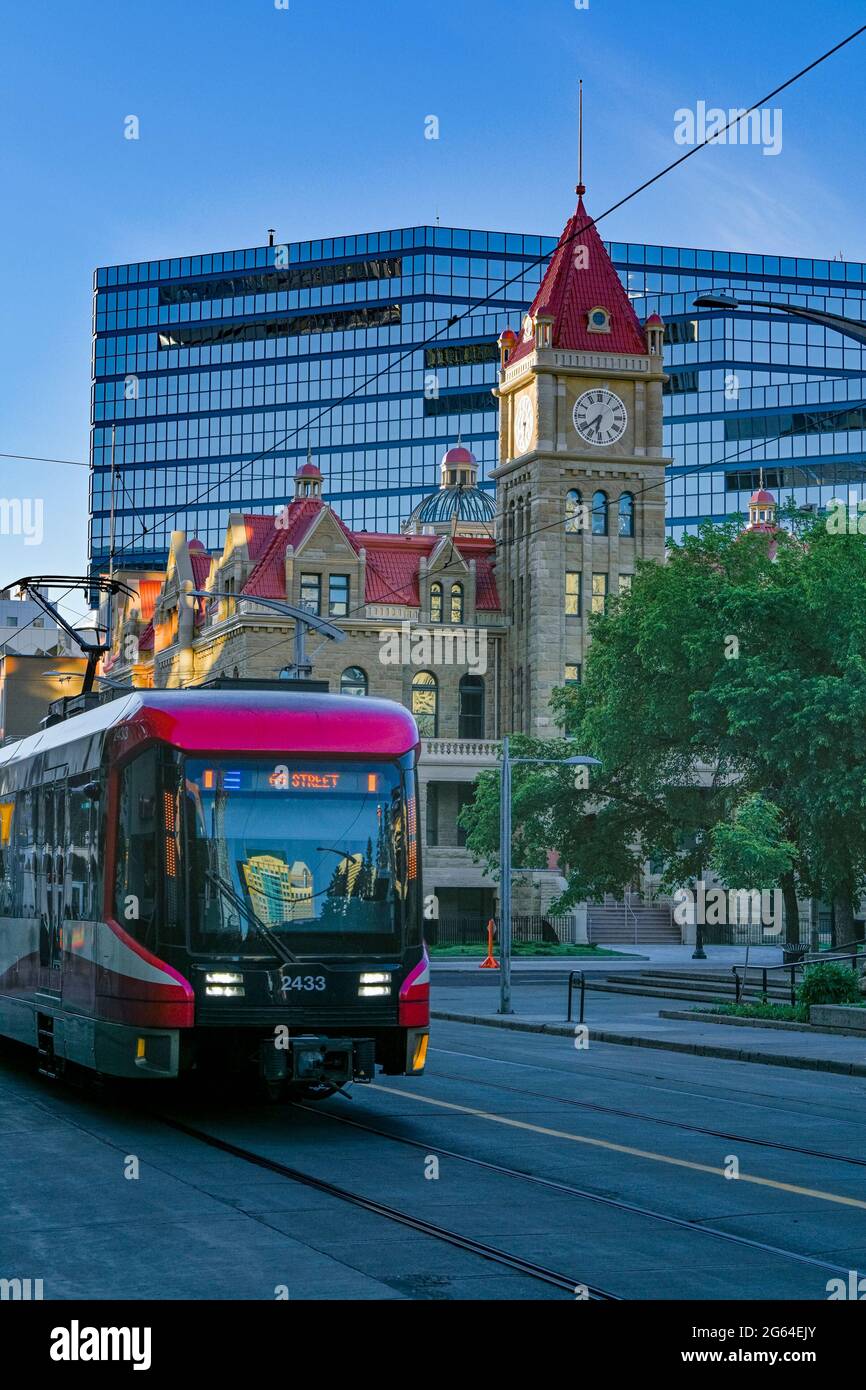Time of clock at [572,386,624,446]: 6:38
